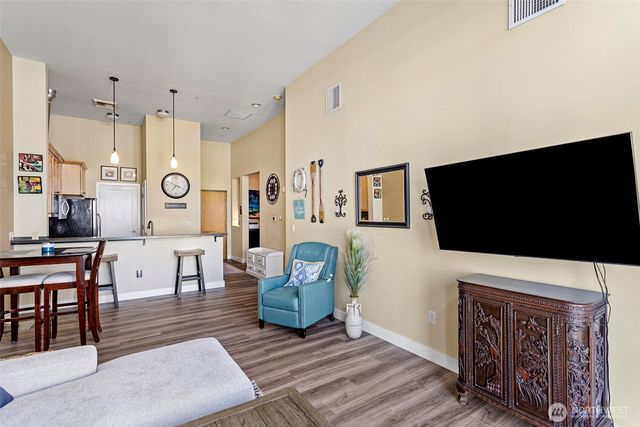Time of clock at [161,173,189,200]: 7:19
